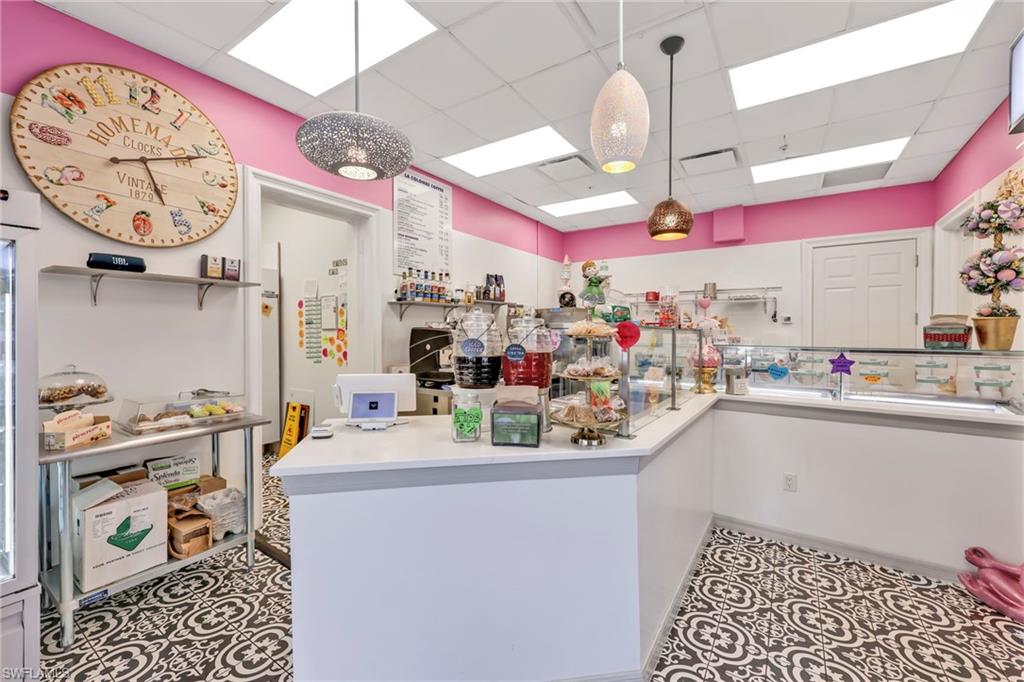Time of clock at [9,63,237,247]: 5:11
